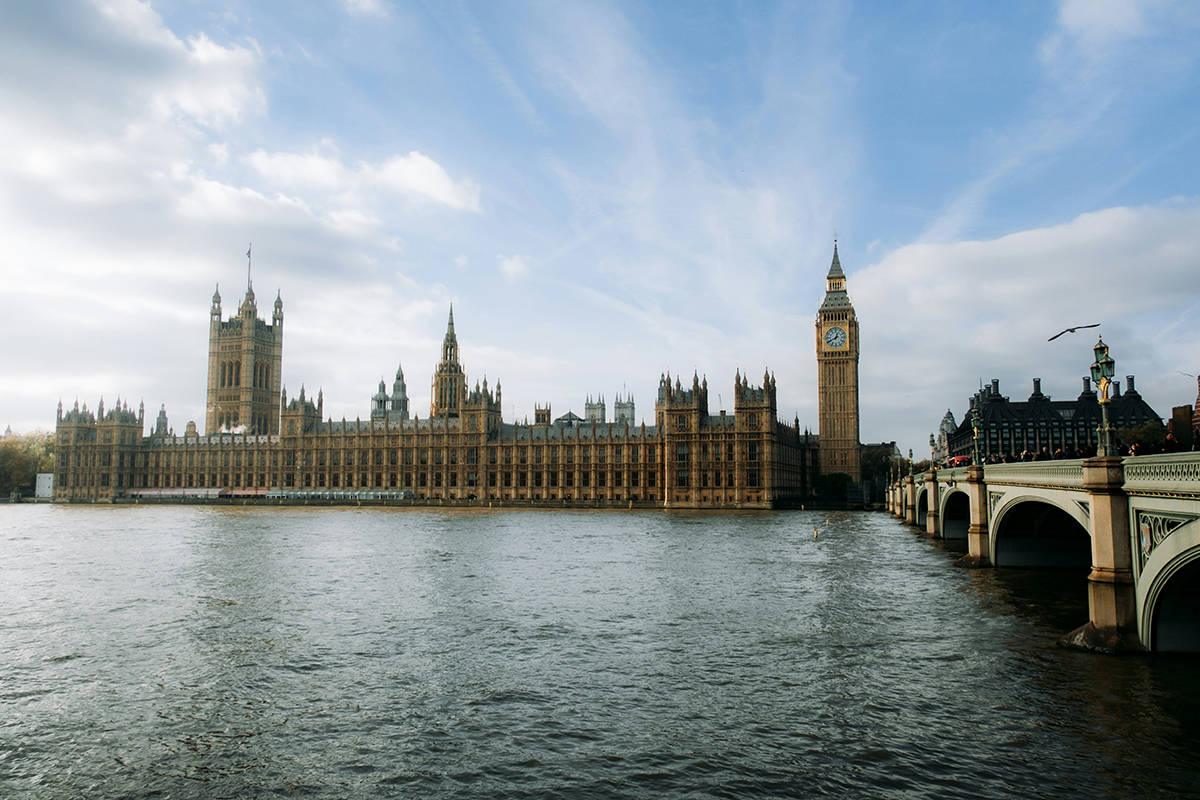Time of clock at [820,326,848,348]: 12:40
